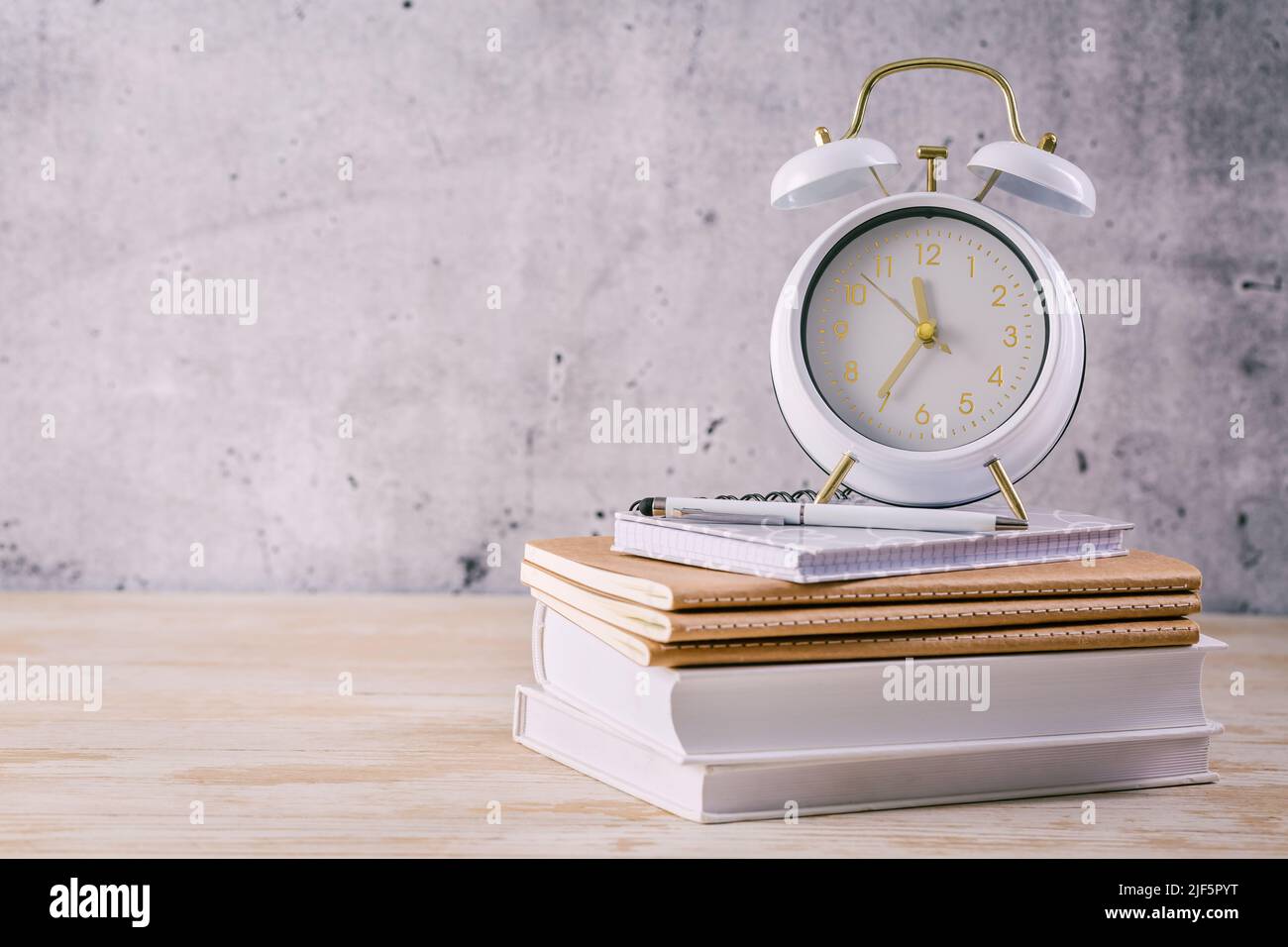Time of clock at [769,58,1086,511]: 11:35
